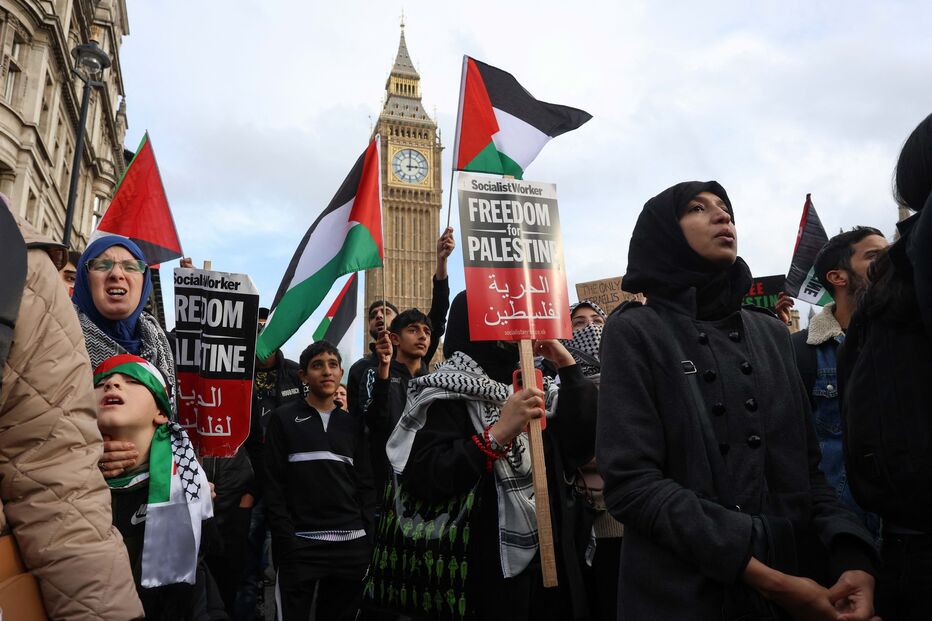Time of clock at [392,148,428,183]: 3:00
